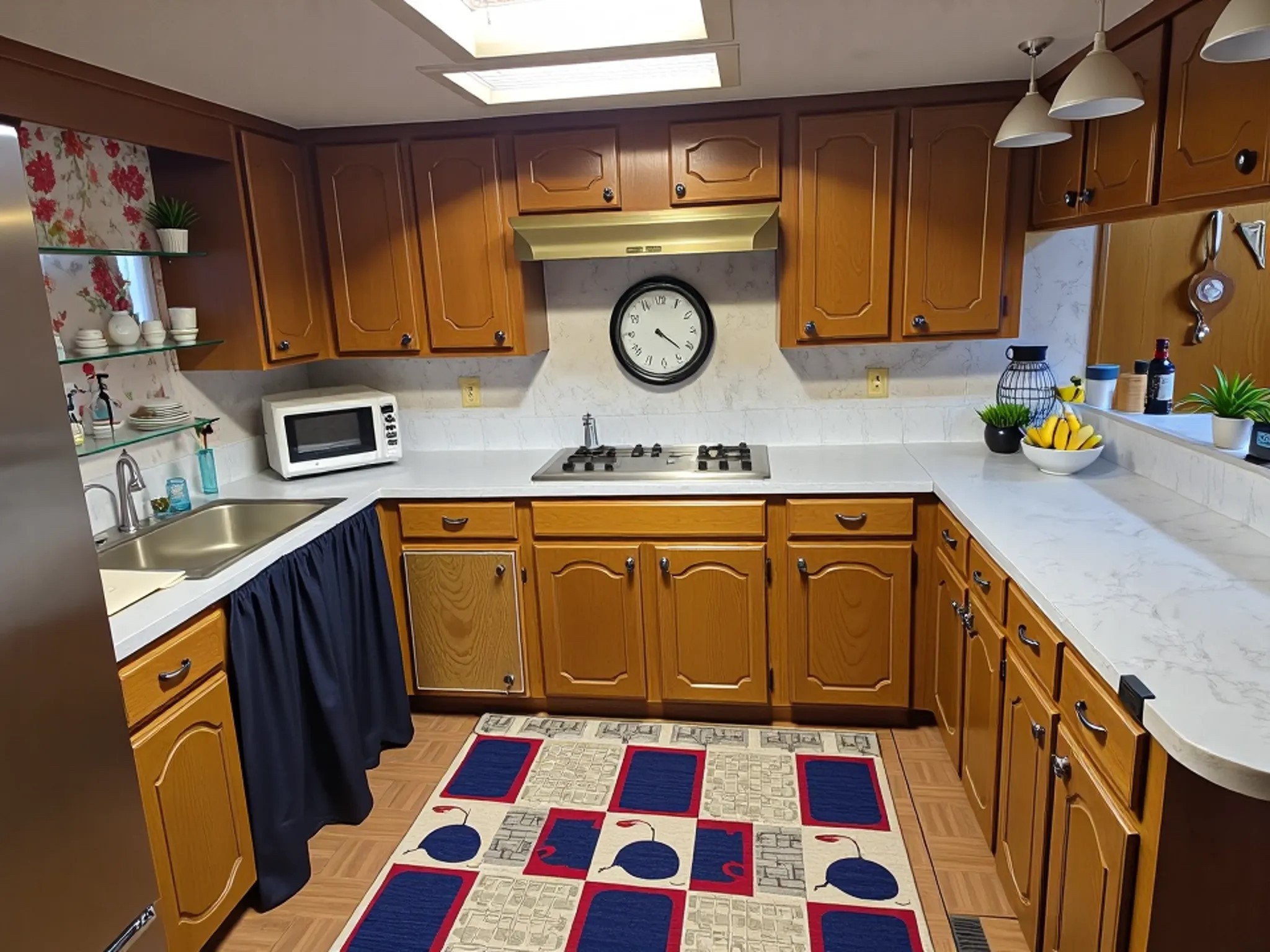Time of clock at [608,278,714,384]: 4:21
